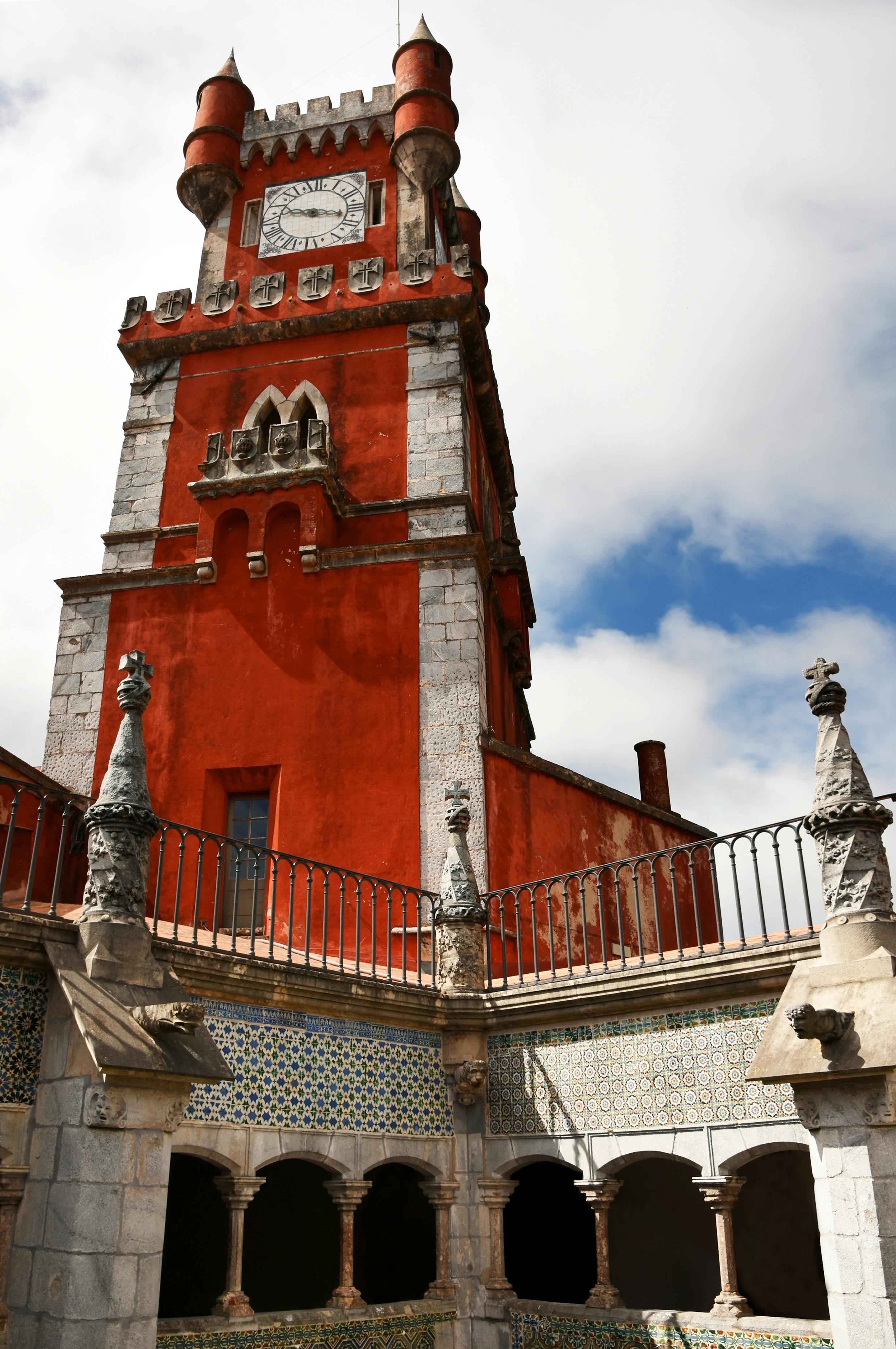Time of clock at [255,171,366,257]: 9:17
